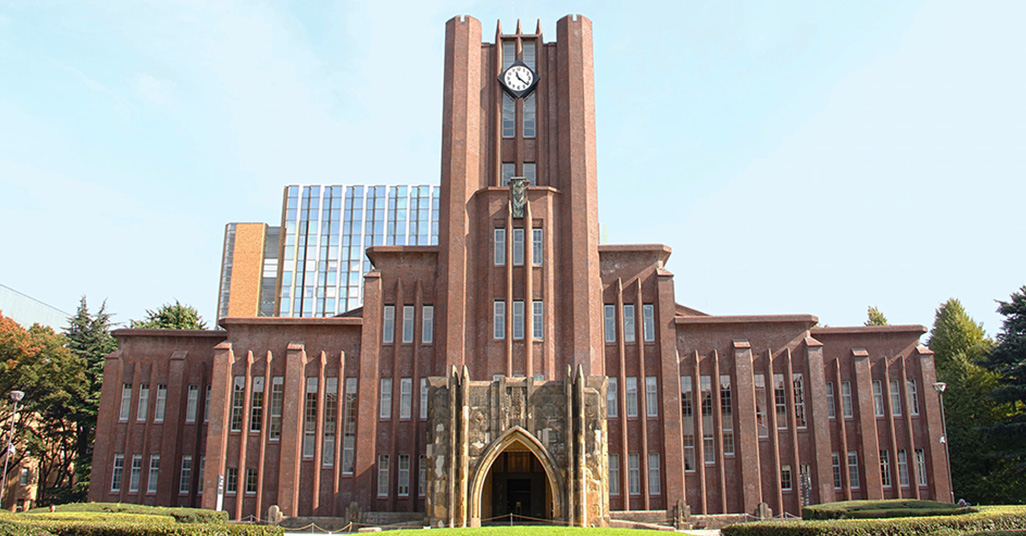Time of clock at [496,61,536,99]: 11:21
